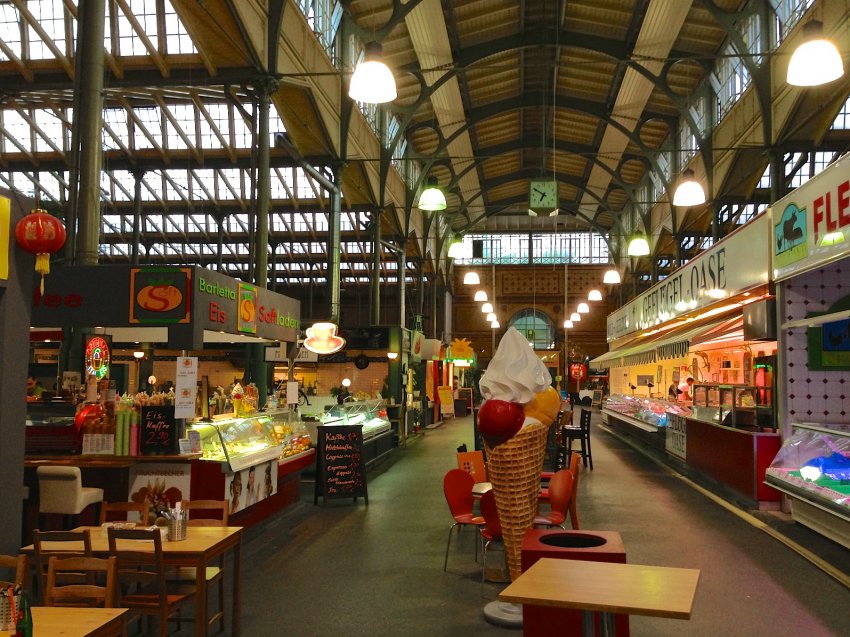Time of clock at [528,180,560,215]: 6:50
